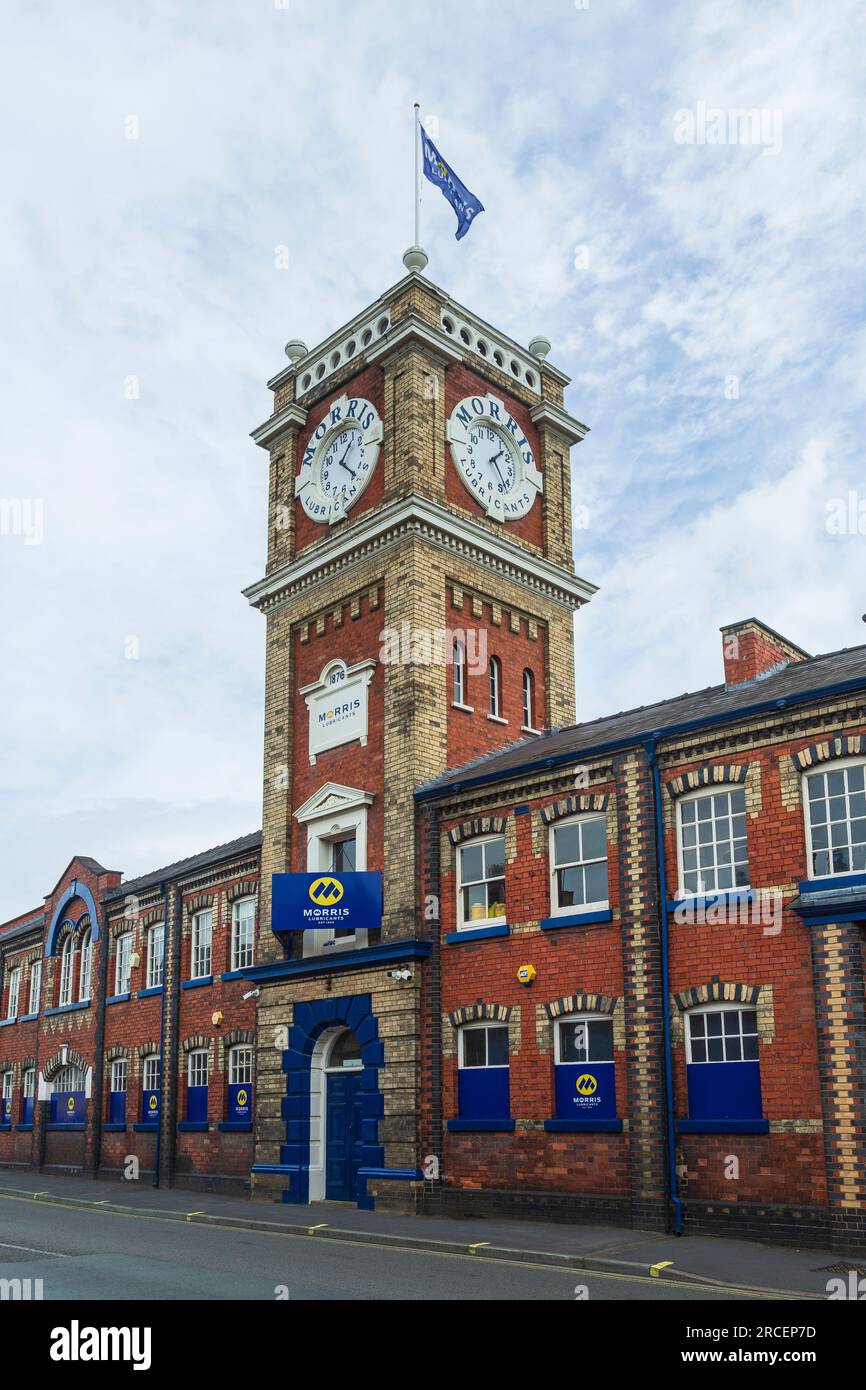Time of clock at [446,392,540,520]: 1:24
